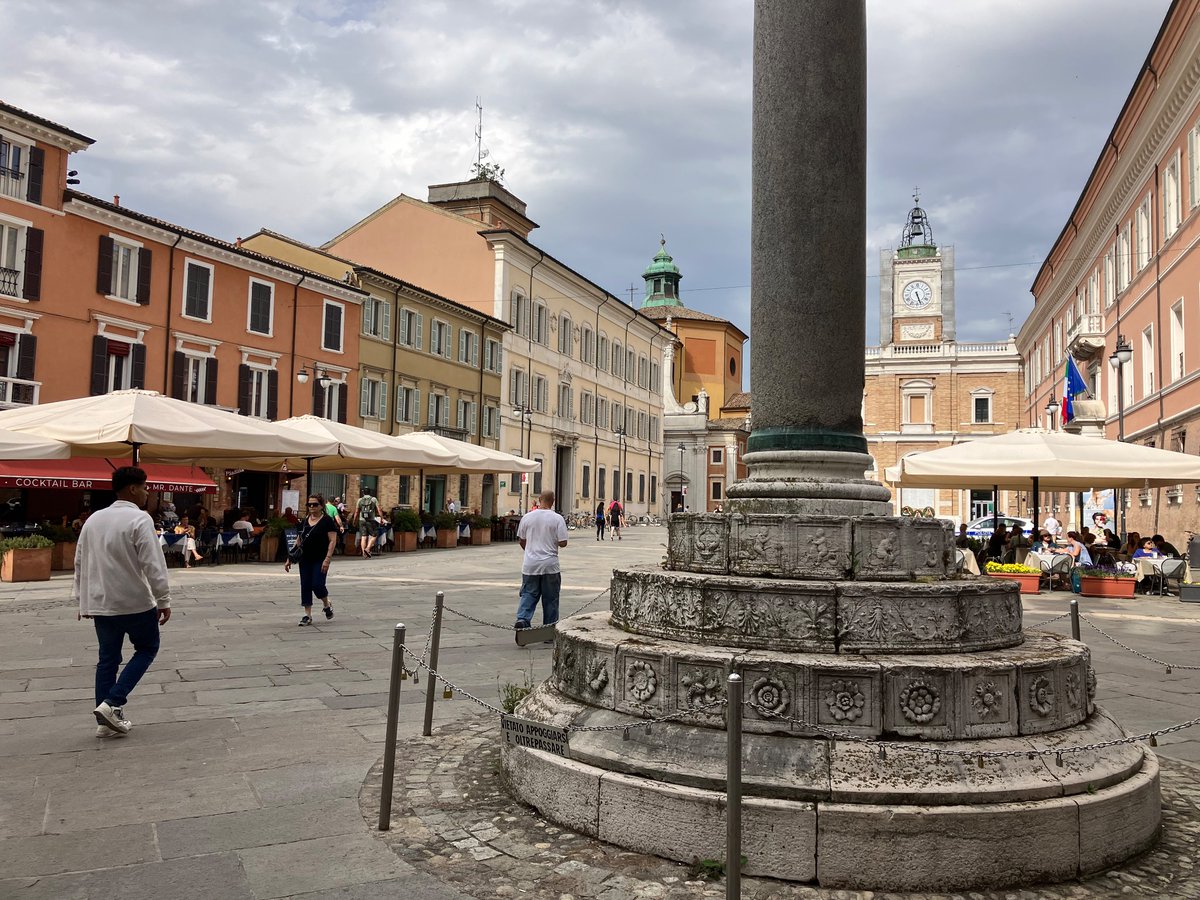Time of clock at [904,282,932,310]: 5:26
